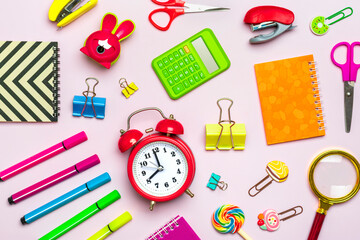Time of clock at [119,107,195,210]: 7:59
